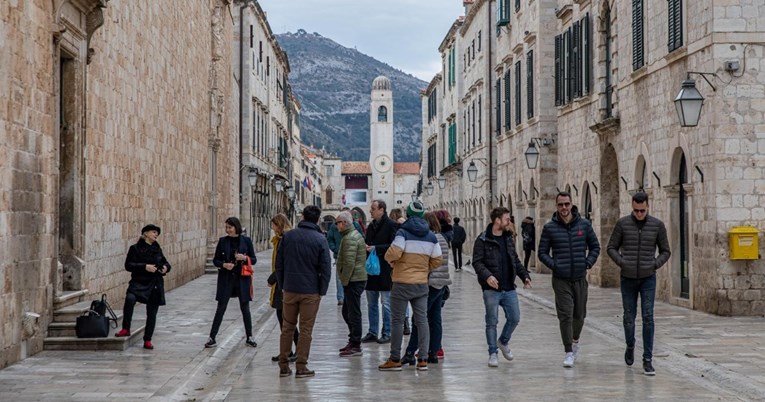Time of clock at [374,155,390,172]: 9:01
